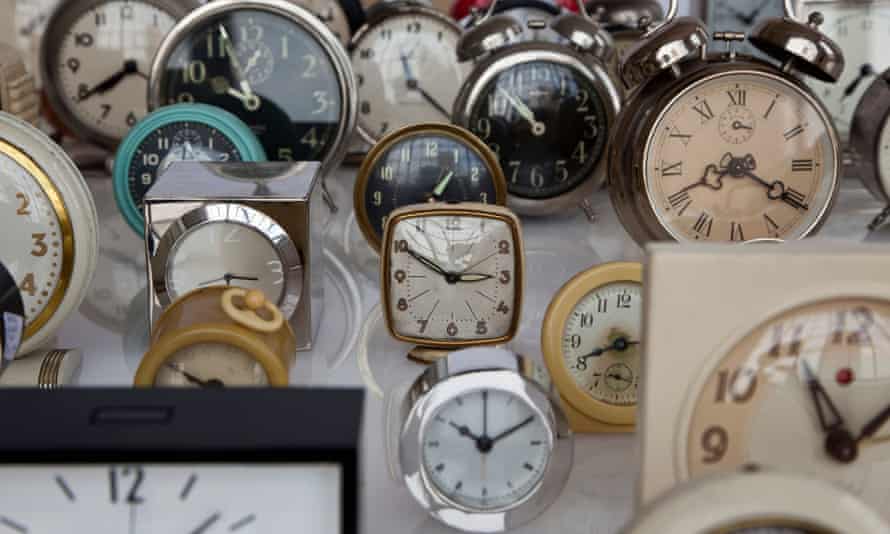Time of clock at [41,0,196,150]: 7:39
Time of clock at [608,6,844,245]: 8:20
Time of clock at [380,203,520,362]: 2:50
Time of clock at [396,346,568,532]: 10:10
